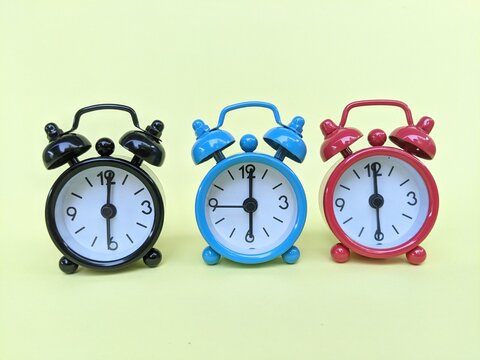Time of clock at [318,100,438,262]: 6:00
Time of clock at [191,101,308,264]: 6:00
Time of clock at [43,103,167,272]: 6:01
